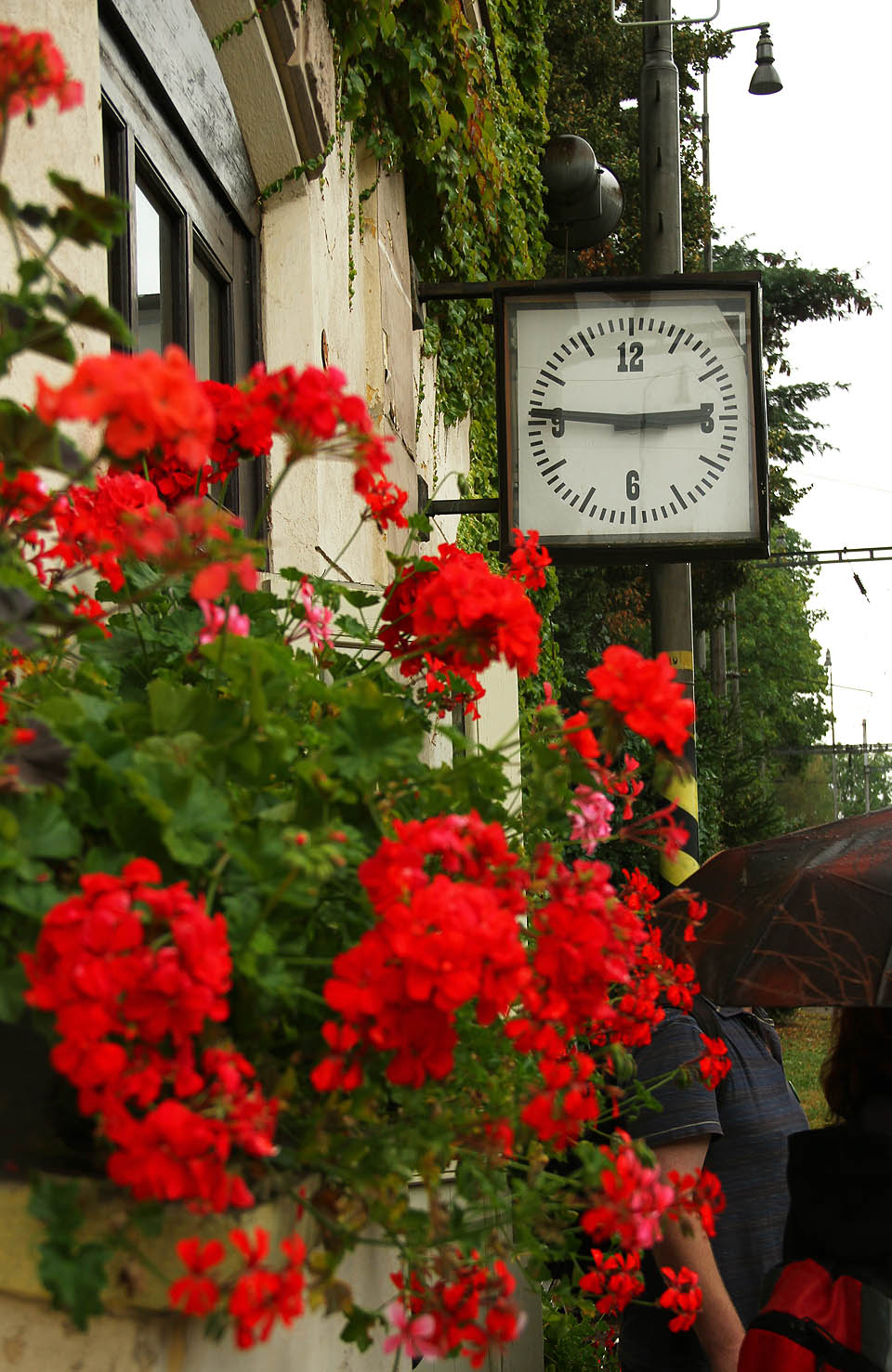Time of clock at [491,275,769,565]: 2:46
